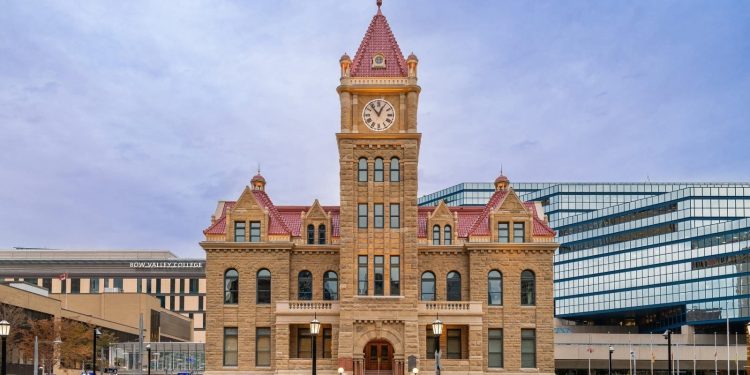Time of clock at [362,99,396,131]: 12:53
